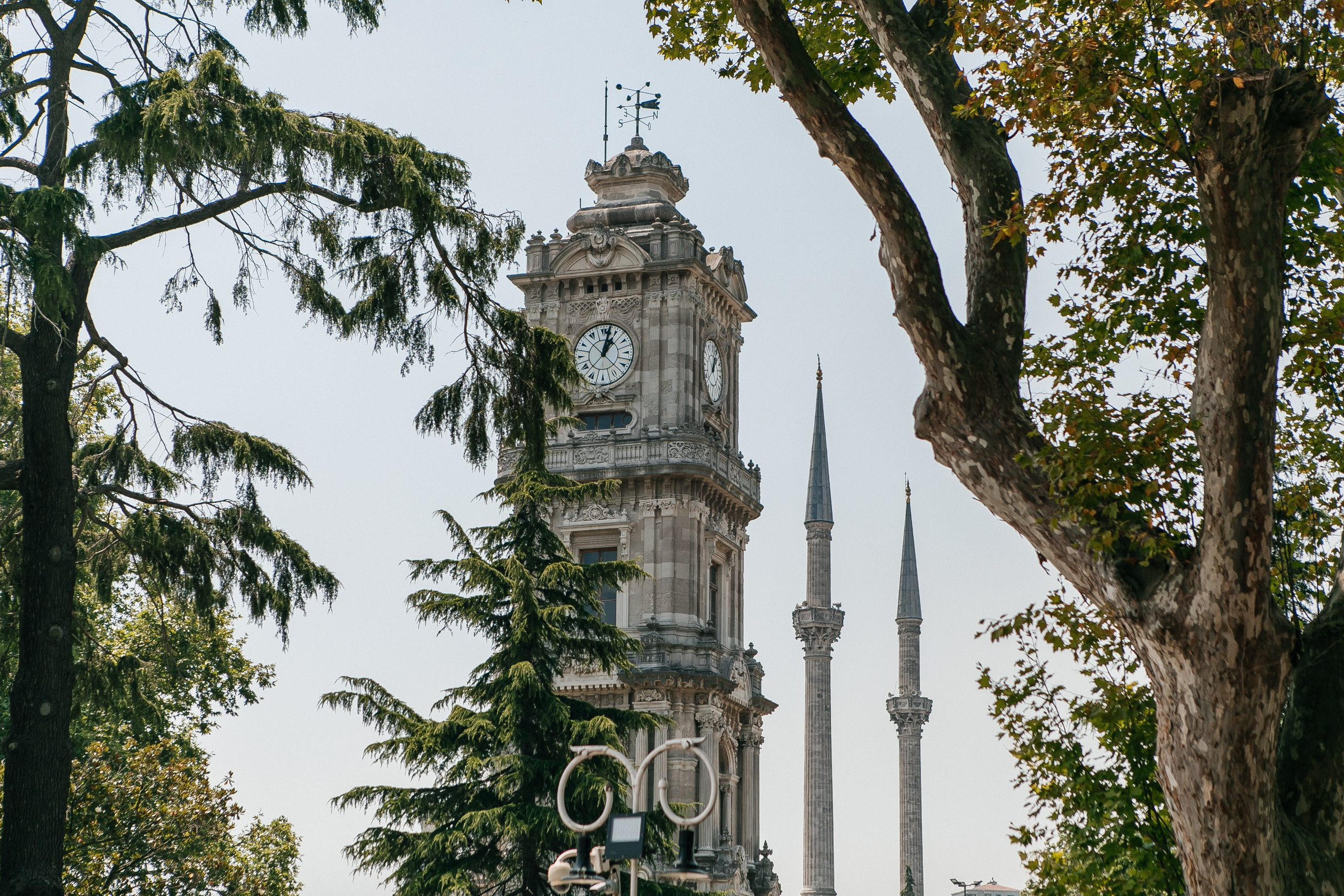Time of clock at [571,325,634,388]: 1:02
